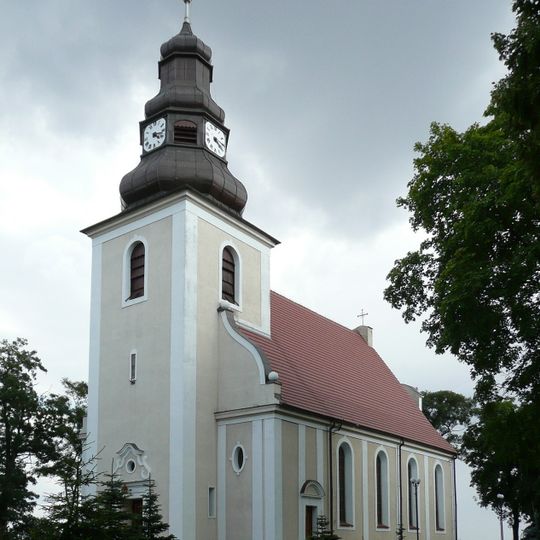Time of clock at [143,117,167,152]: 4:17
